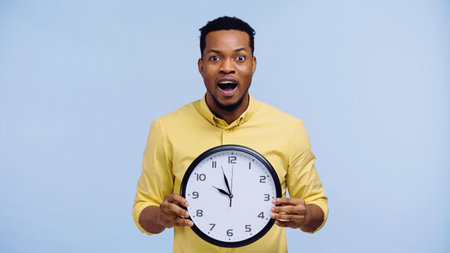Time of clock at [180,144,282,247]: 9:56
